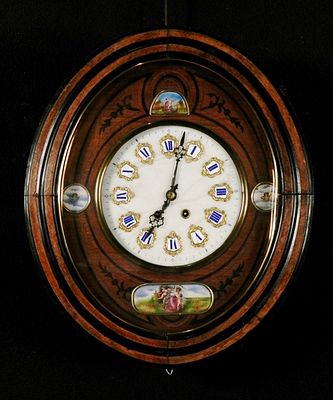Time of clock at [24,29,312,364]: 7:02
